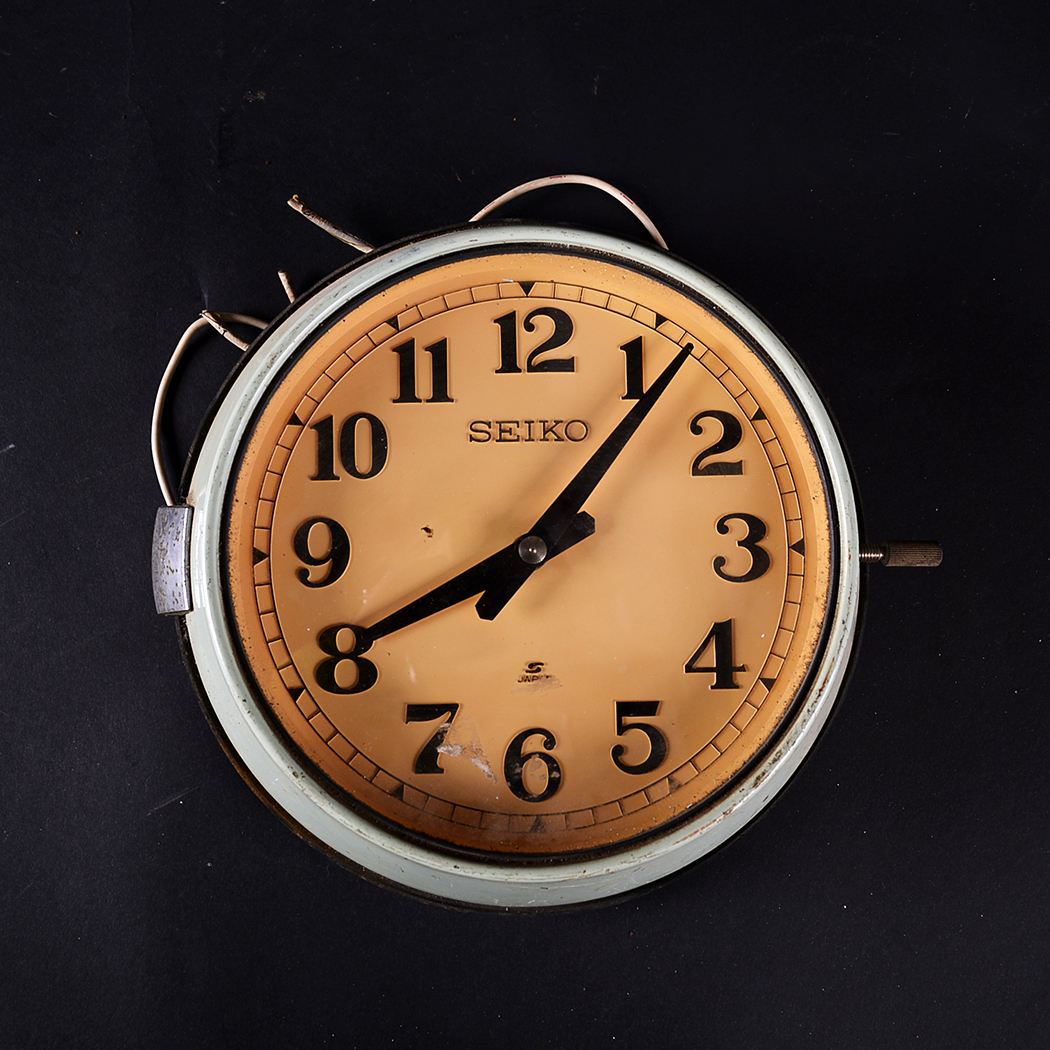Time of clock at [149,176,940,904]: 8:06
